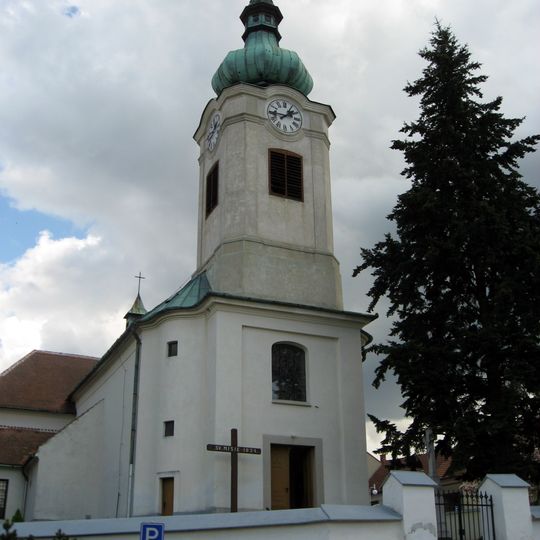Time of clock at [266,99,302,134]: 1:45
